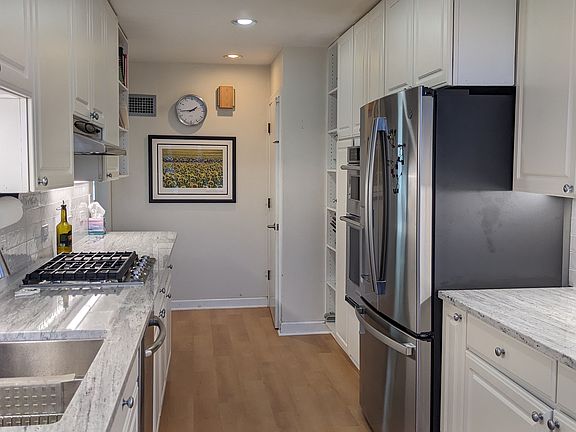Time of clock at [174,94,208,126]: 1:43
